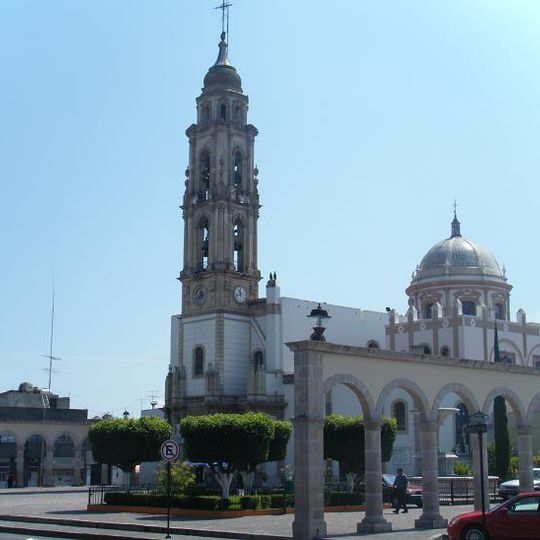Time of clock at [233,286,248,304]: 11:42
